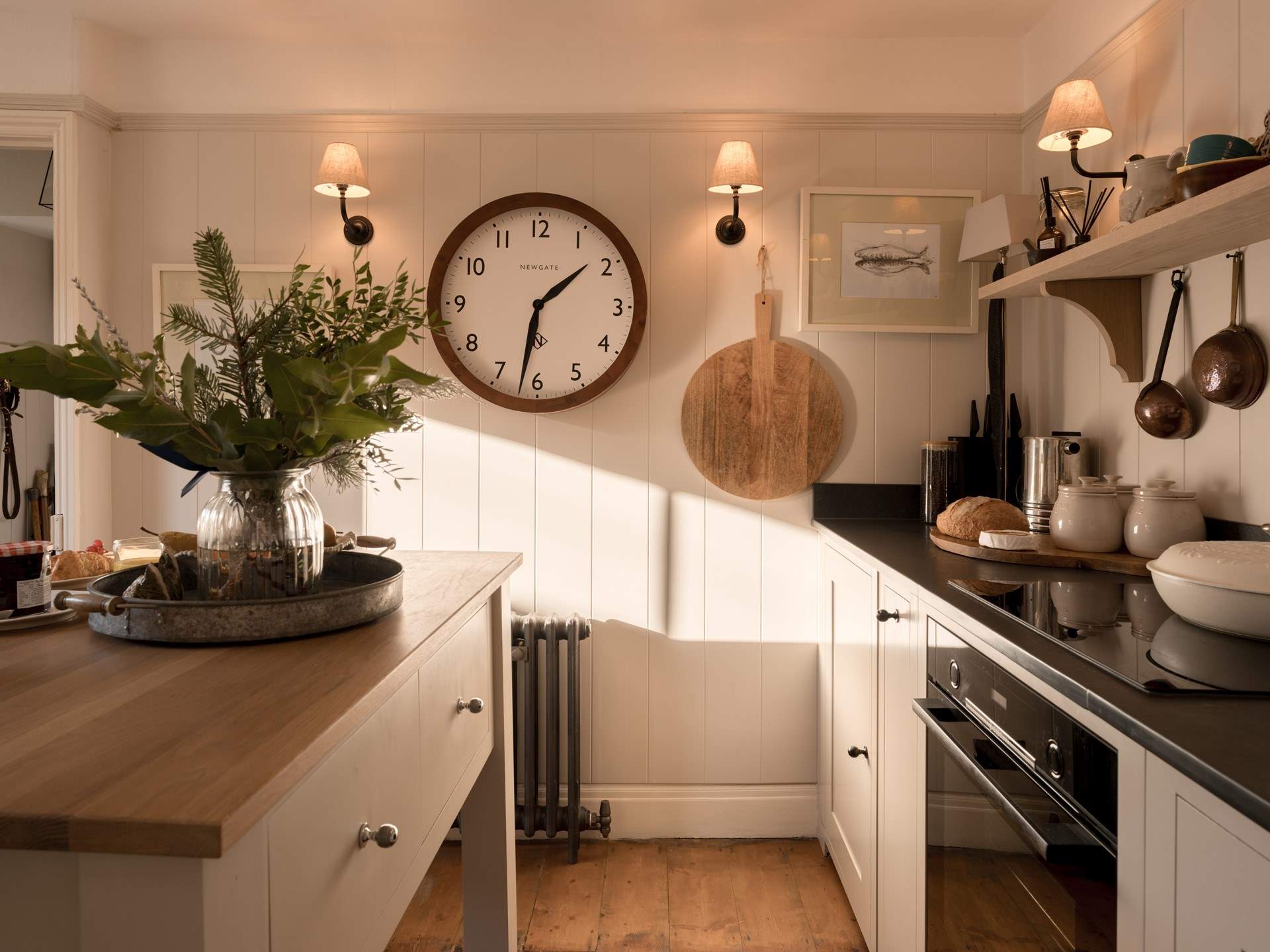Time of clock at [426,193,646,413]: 1:31
